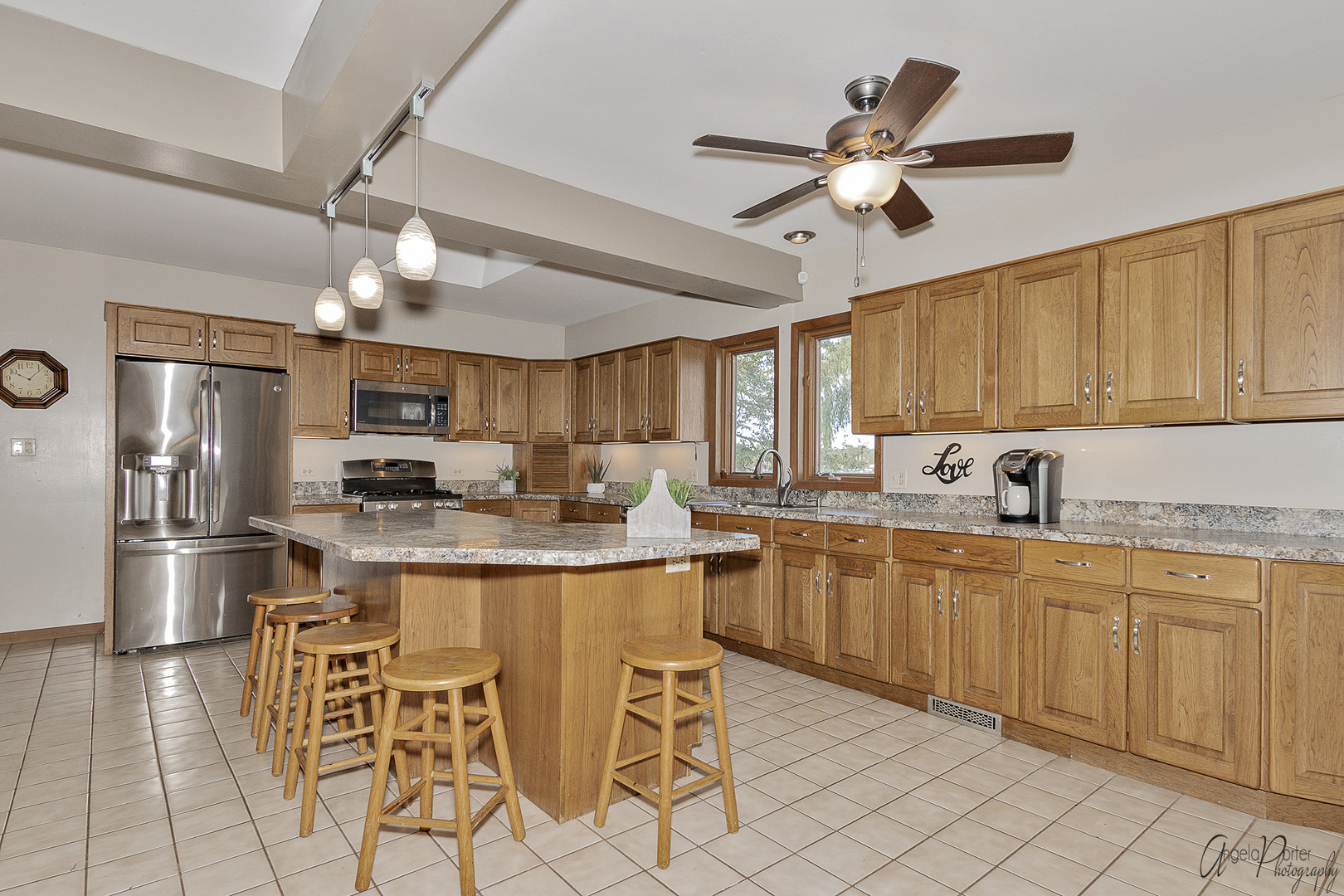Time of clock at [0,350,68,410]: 10:07
